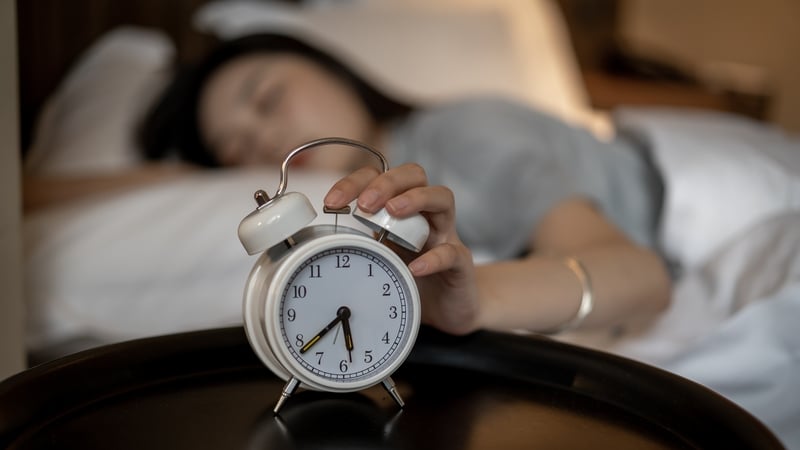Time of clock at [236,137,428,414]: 5:38
